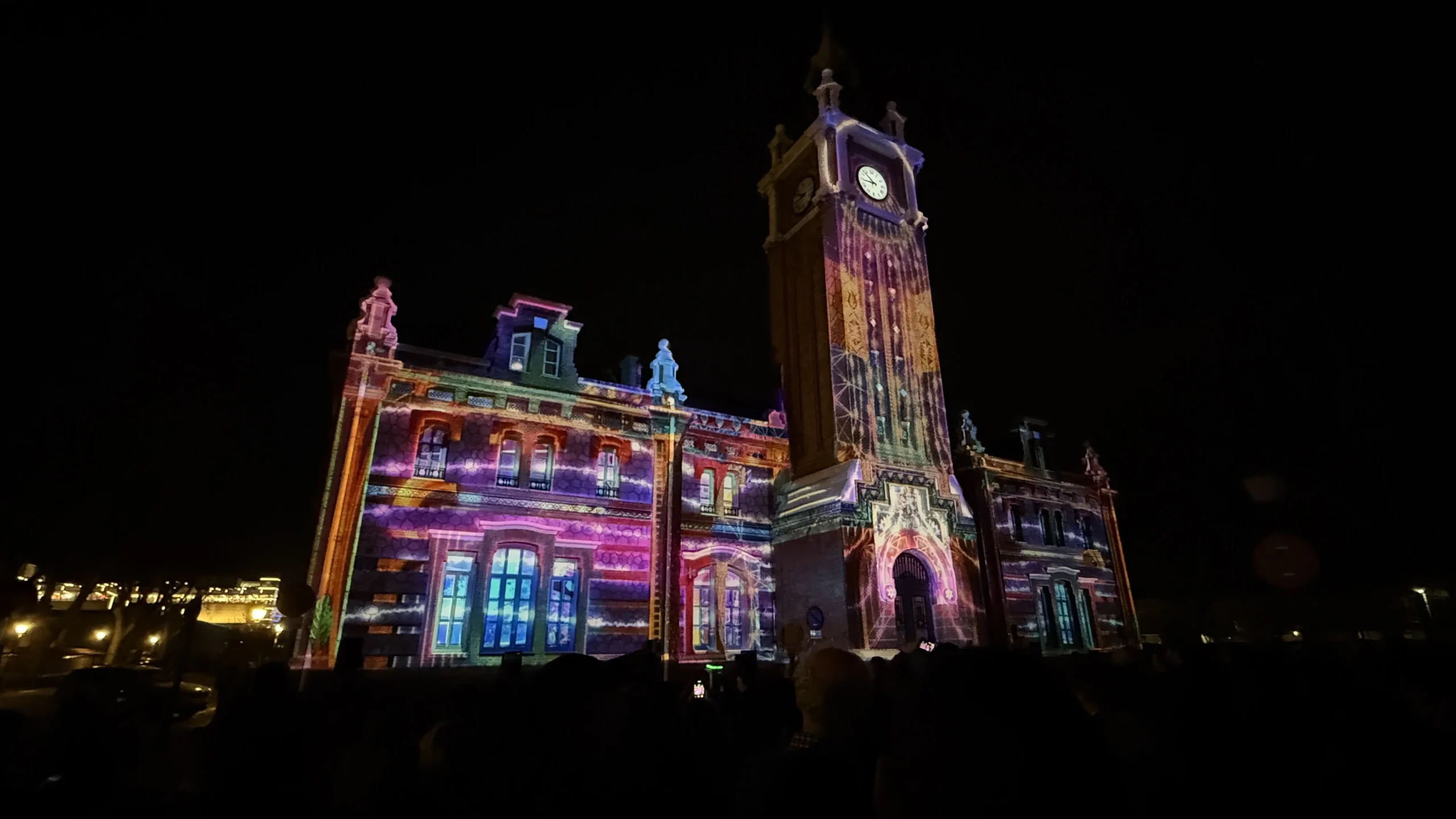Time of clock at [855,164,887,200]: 8:52
